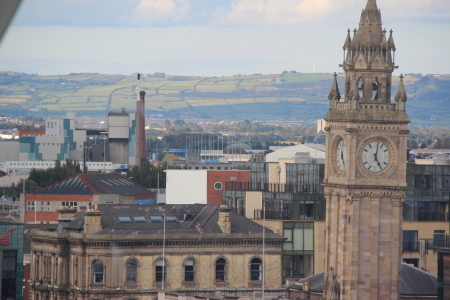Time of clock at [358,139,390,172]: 5:01
